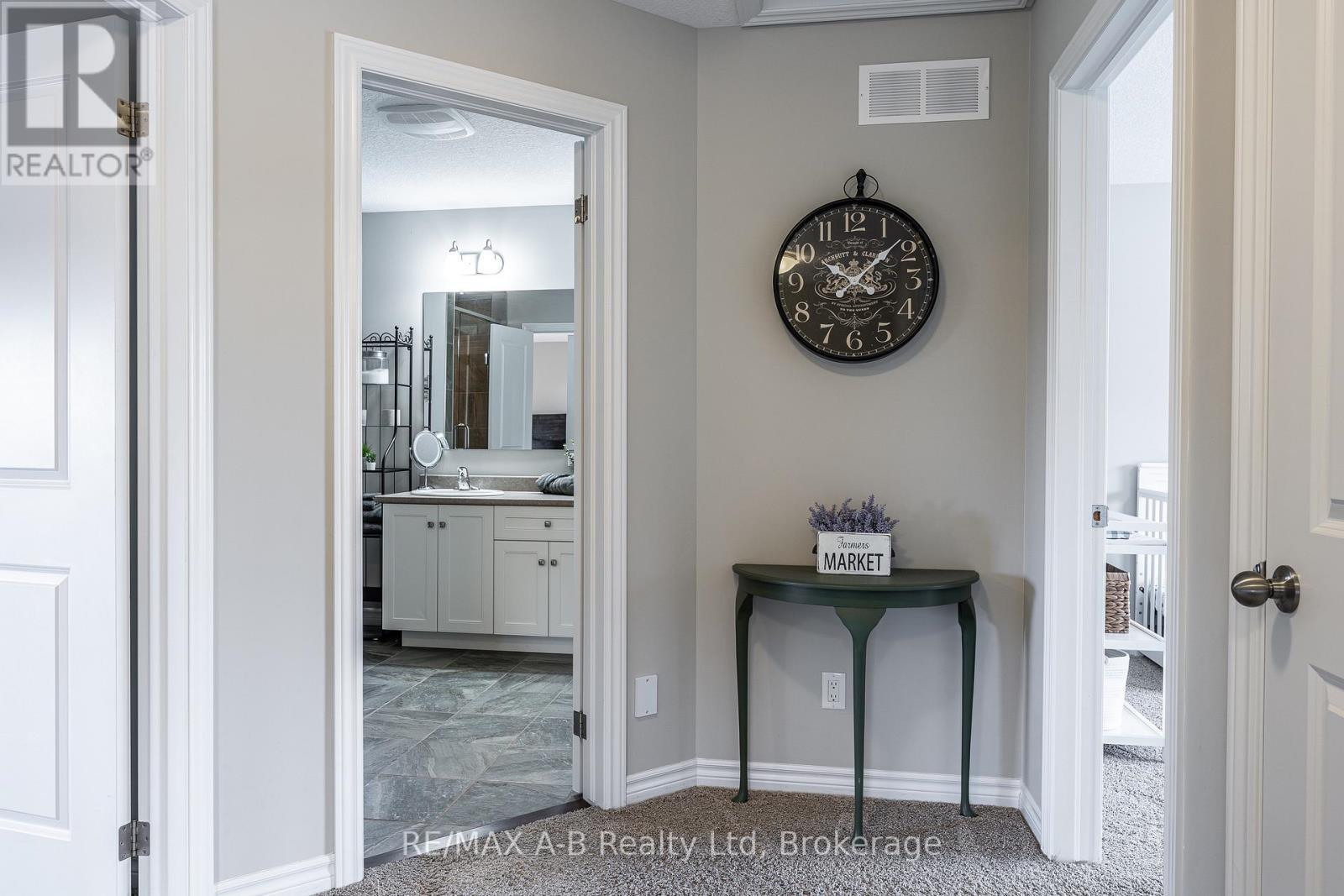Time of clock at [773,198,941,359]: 10:07
